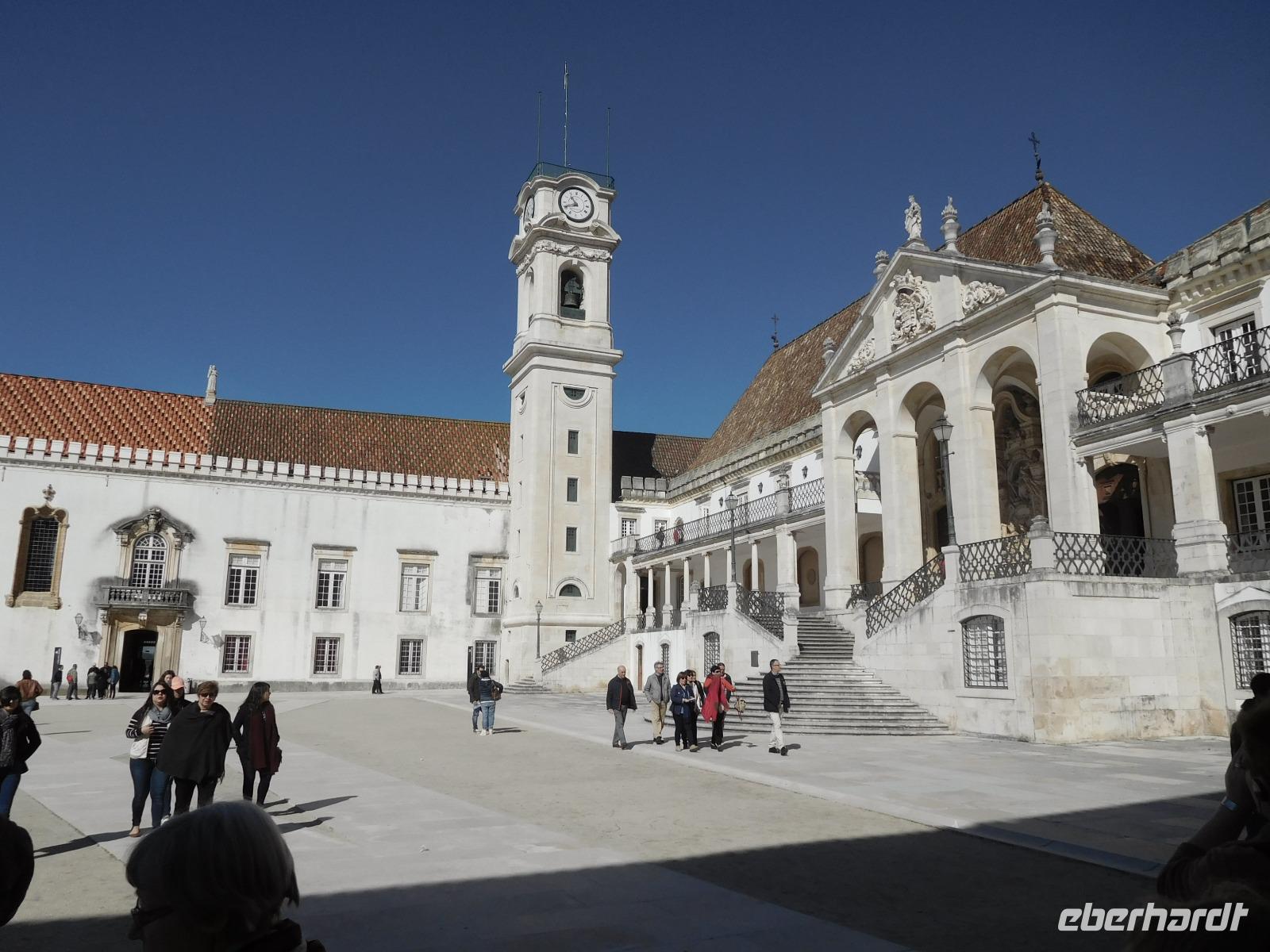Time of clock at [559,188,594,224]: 10:41
